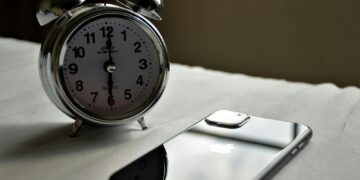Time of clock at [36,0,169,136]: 6:00
